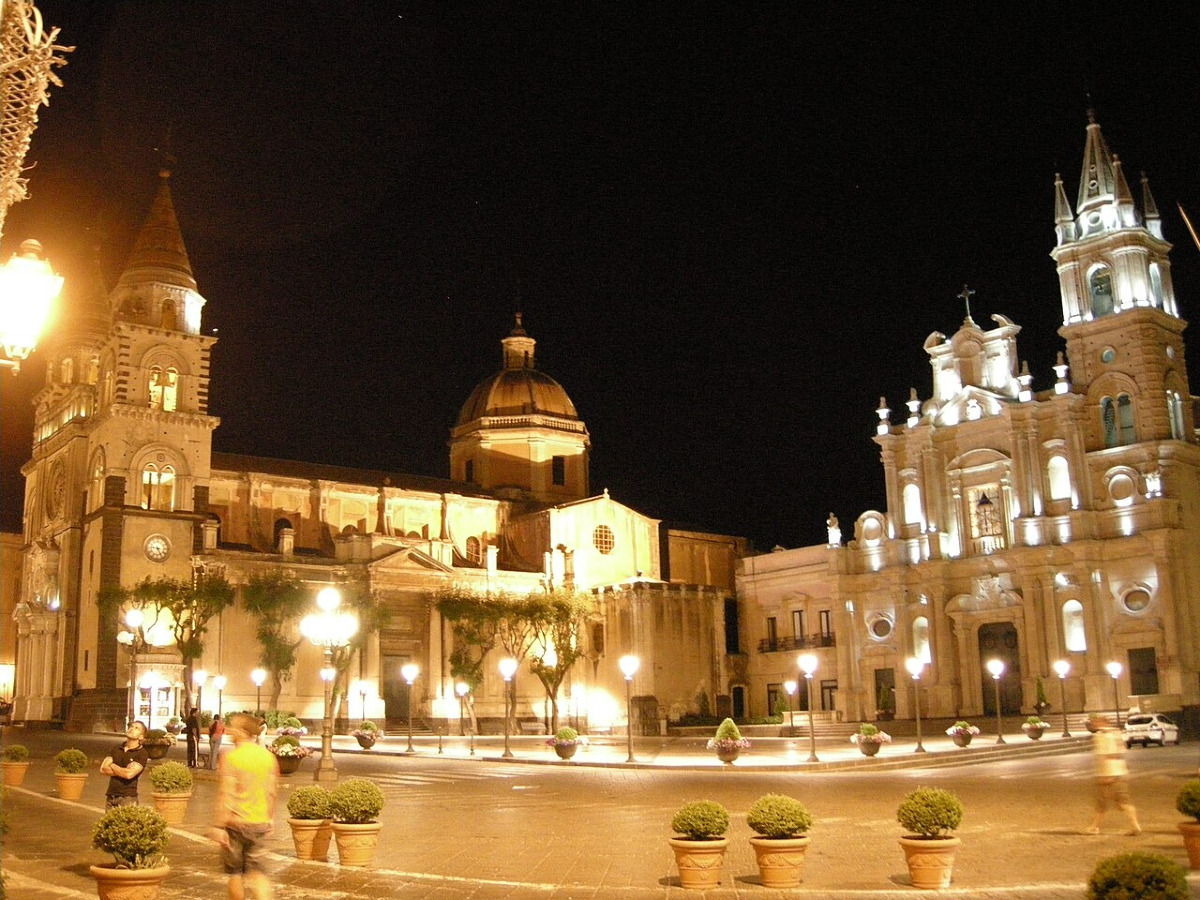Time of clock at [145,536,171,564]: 9:25
